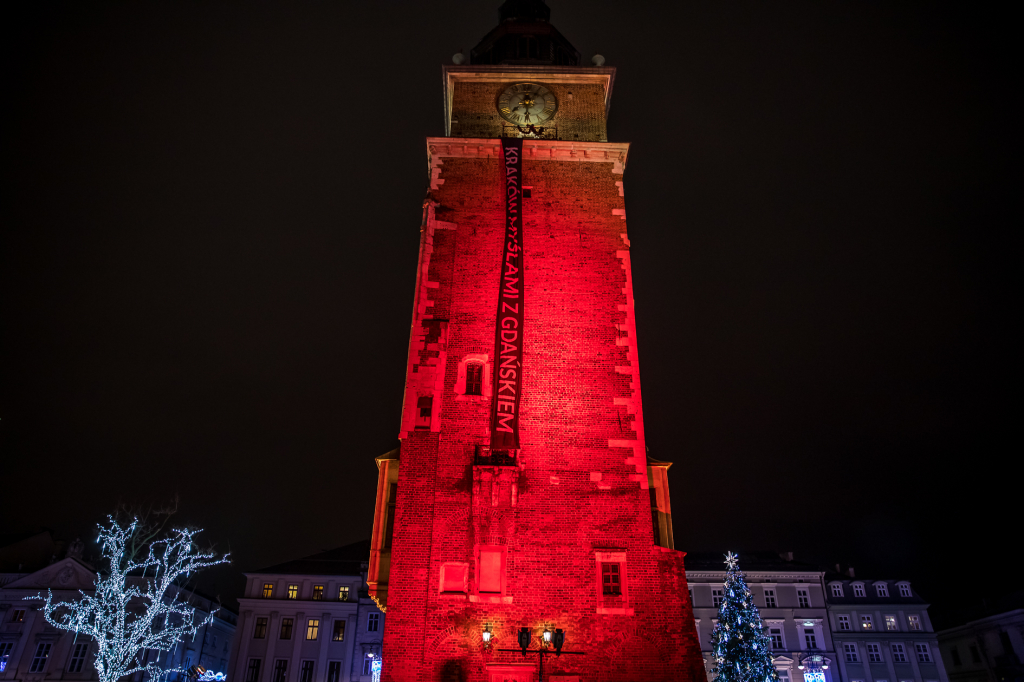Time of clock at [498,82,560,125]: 6:06
